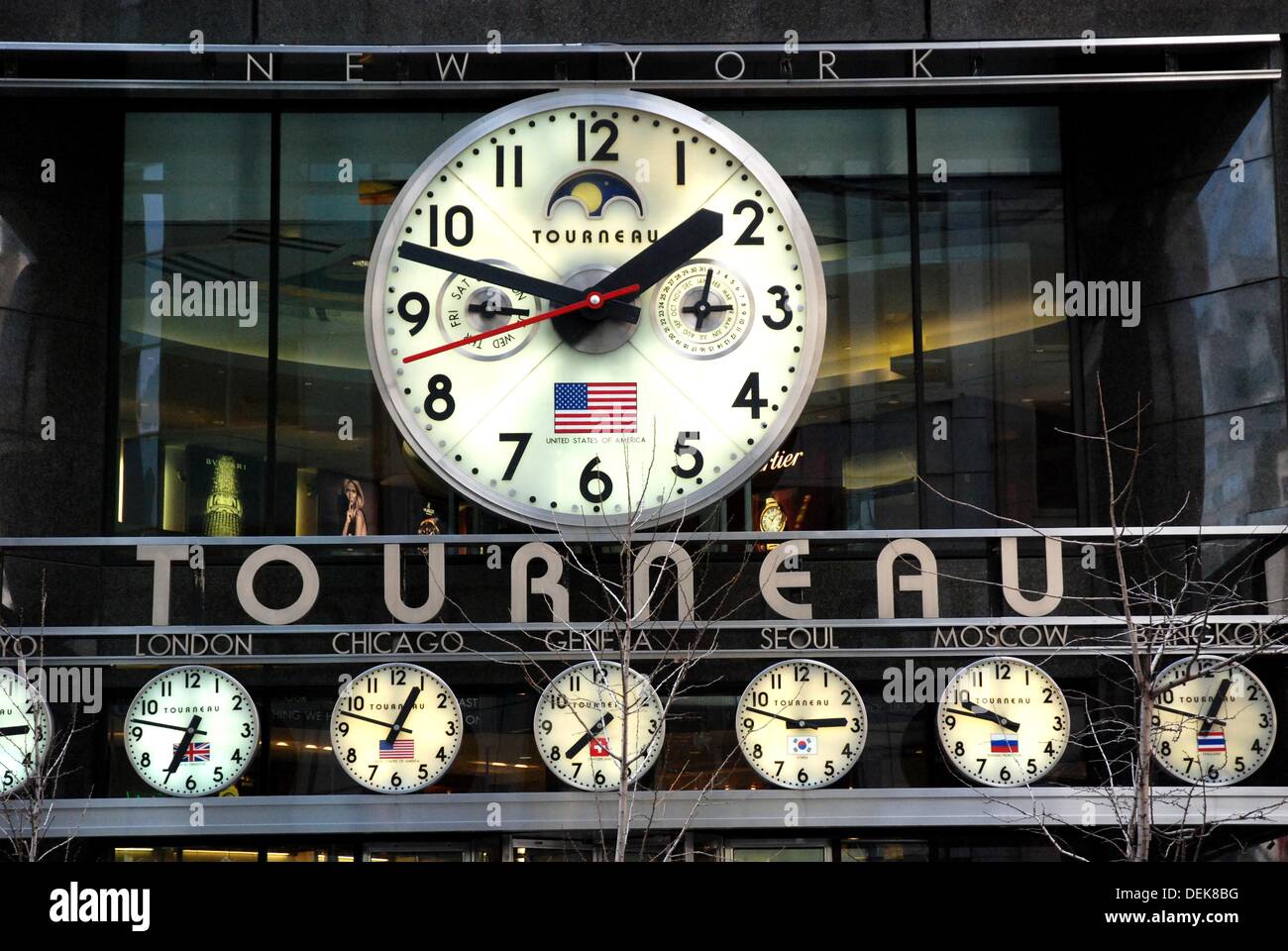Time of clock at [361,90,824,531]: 1:47
